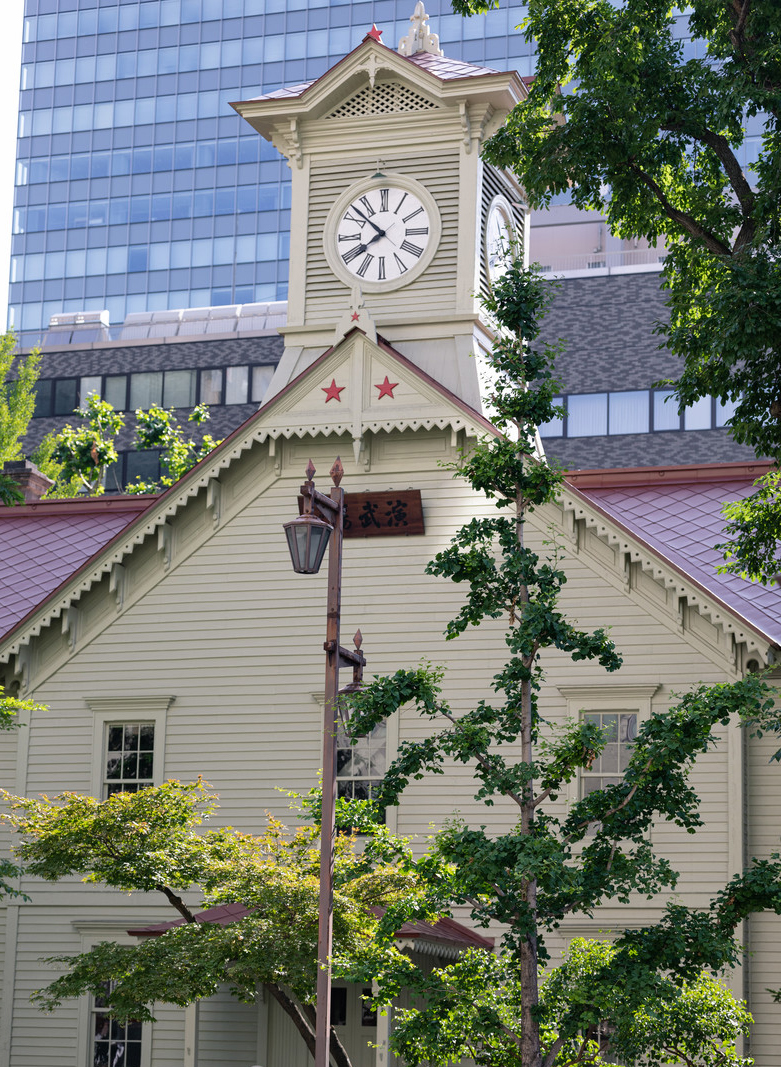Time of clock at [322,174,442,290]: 7:52
